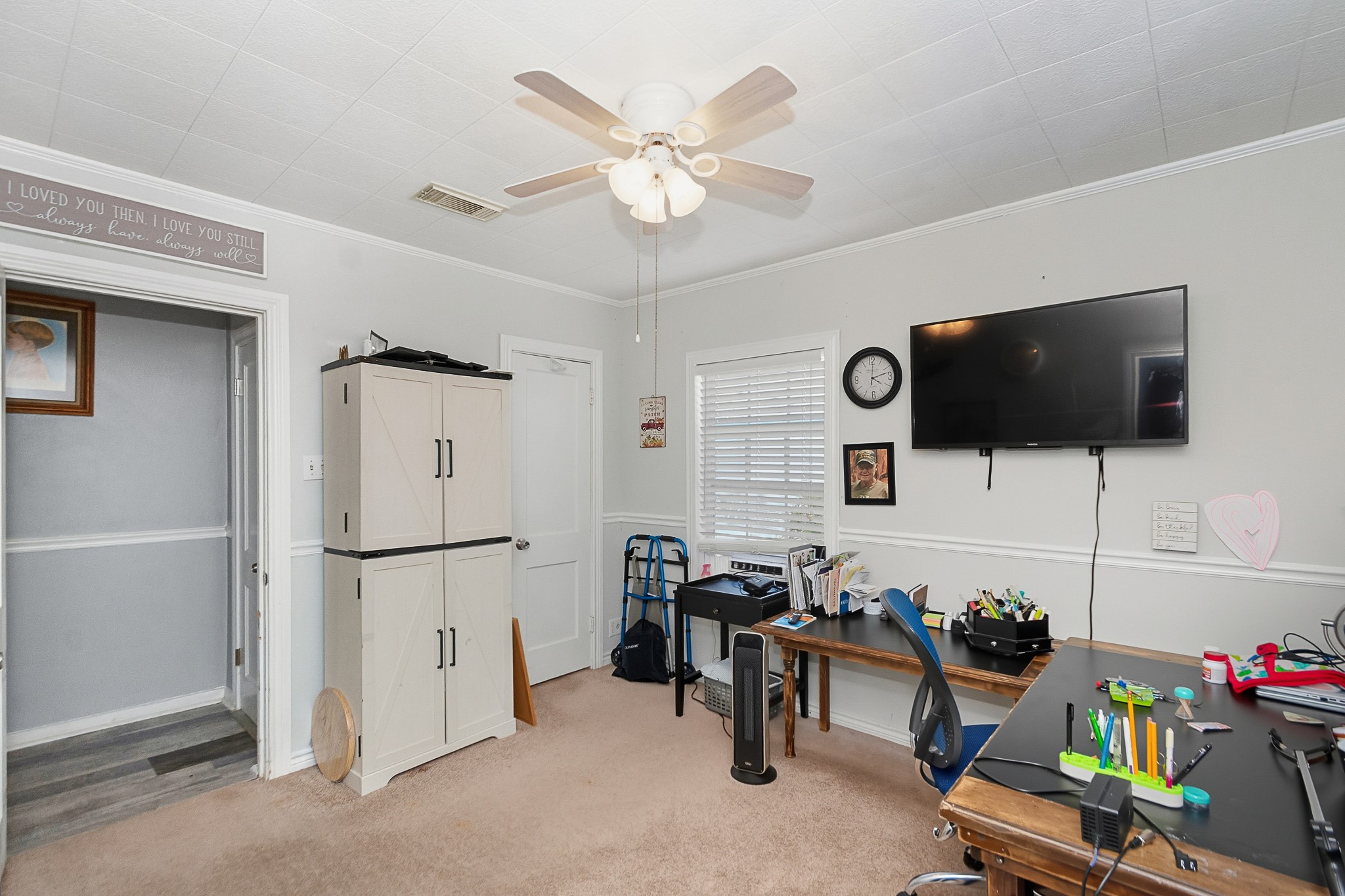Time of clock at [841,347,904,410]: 4:12
